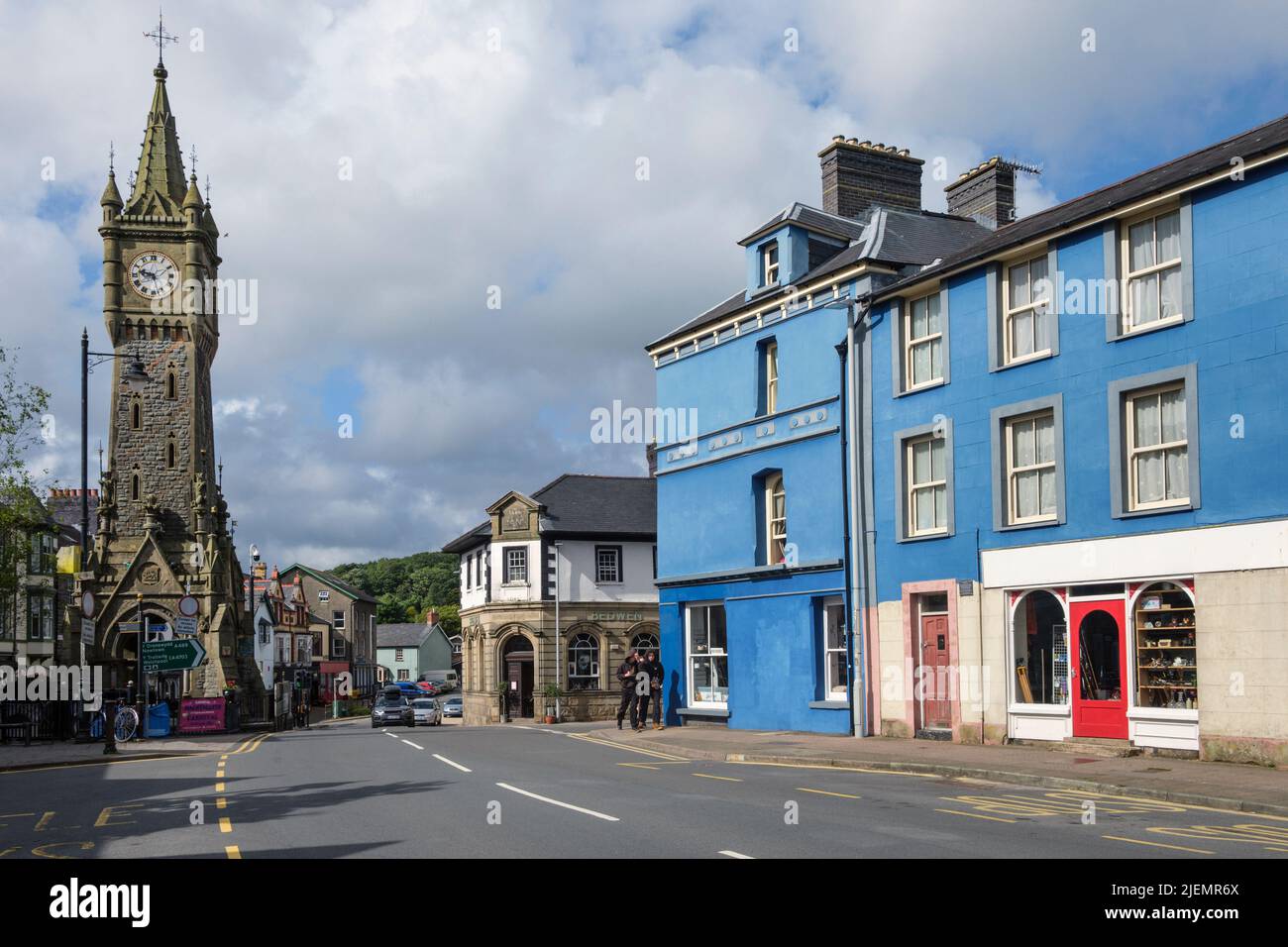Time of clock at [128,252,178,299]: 9:27
